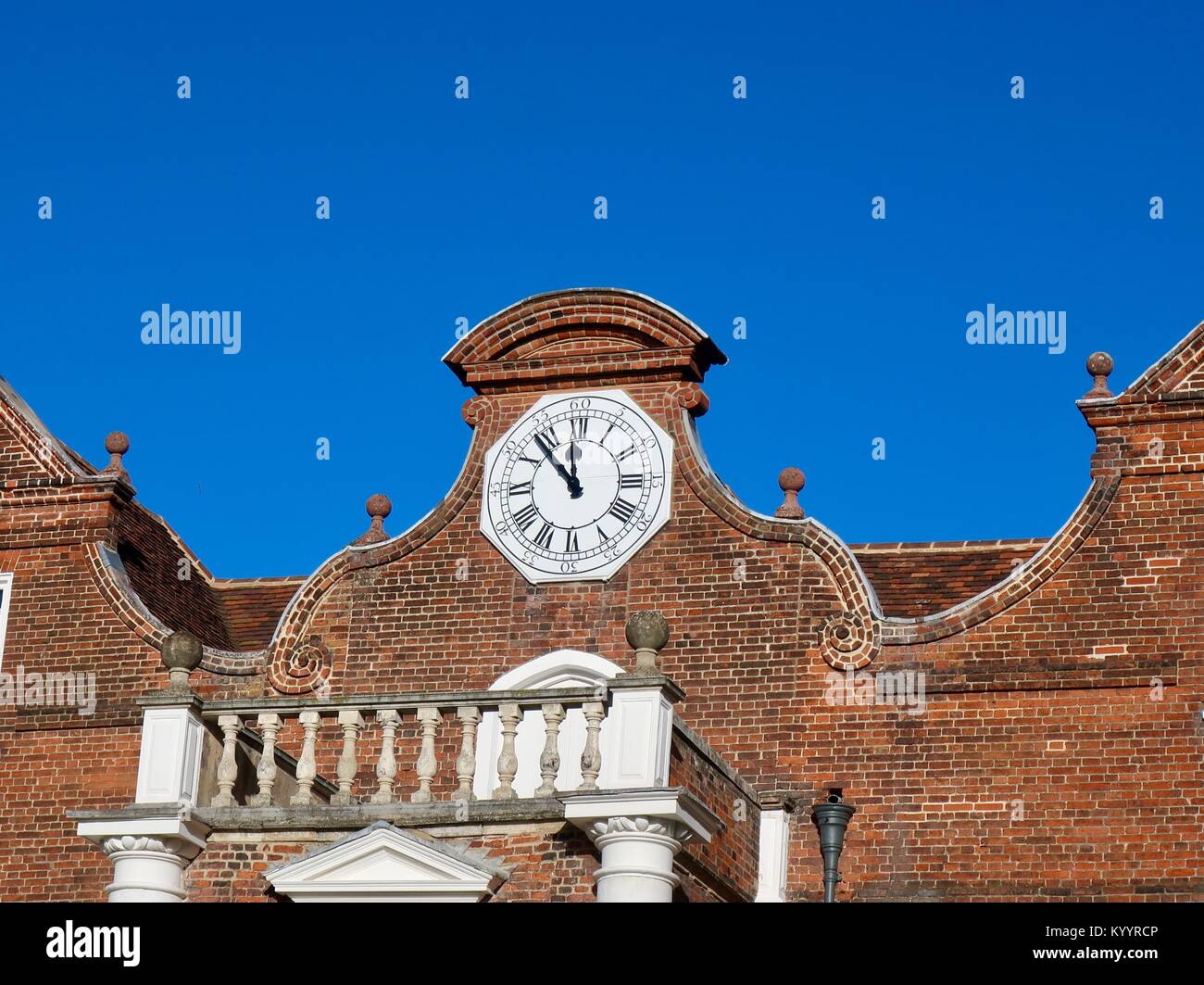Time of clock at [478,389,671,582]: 11:52
